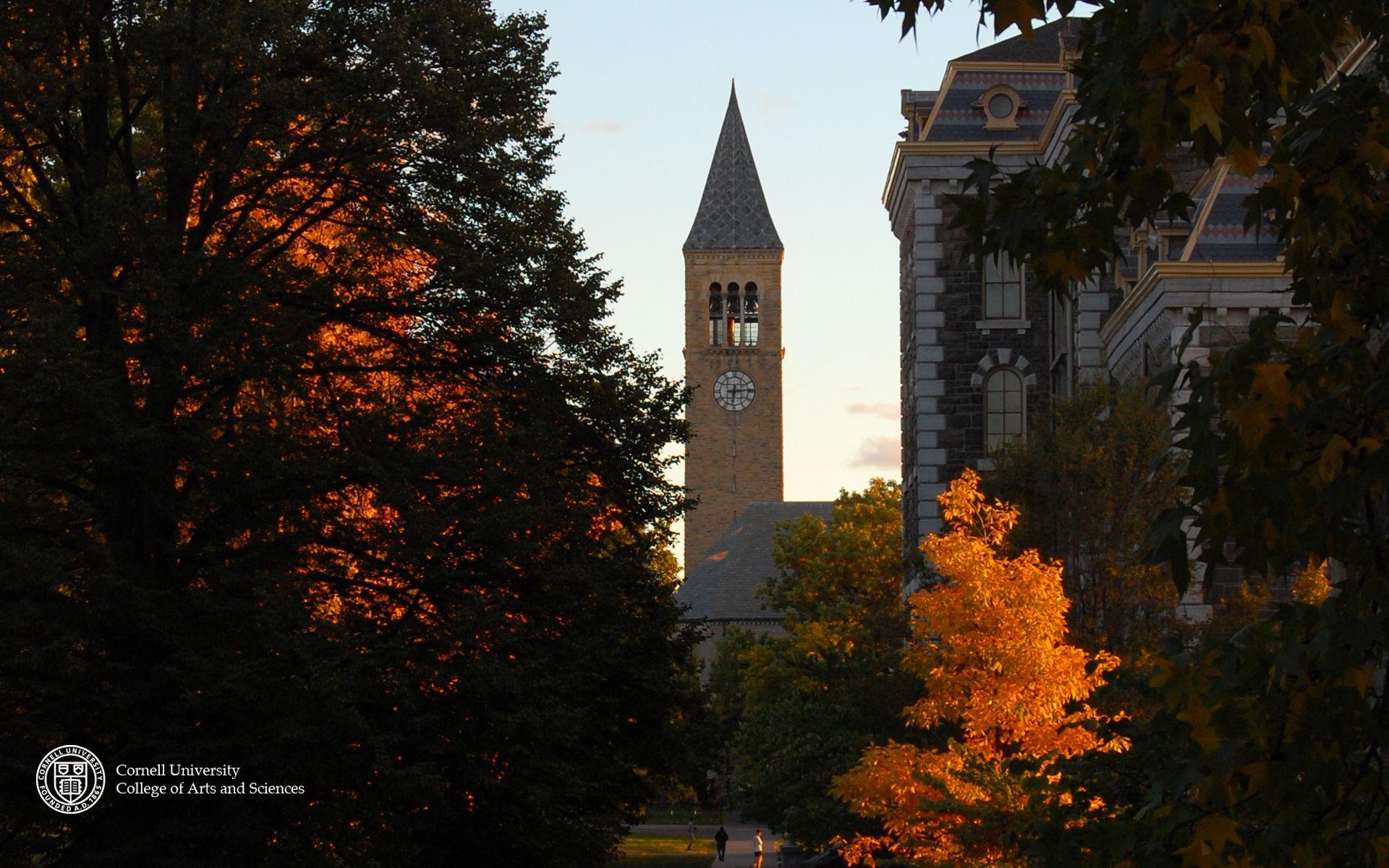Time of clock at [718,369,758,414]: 6:14
